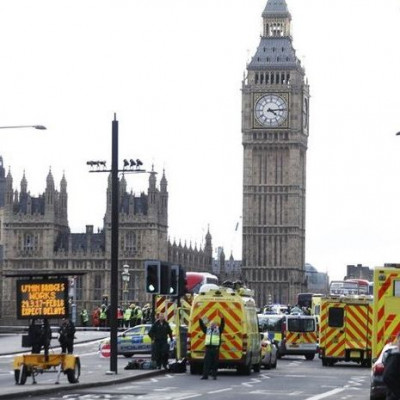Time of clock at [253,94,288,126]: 4:13
